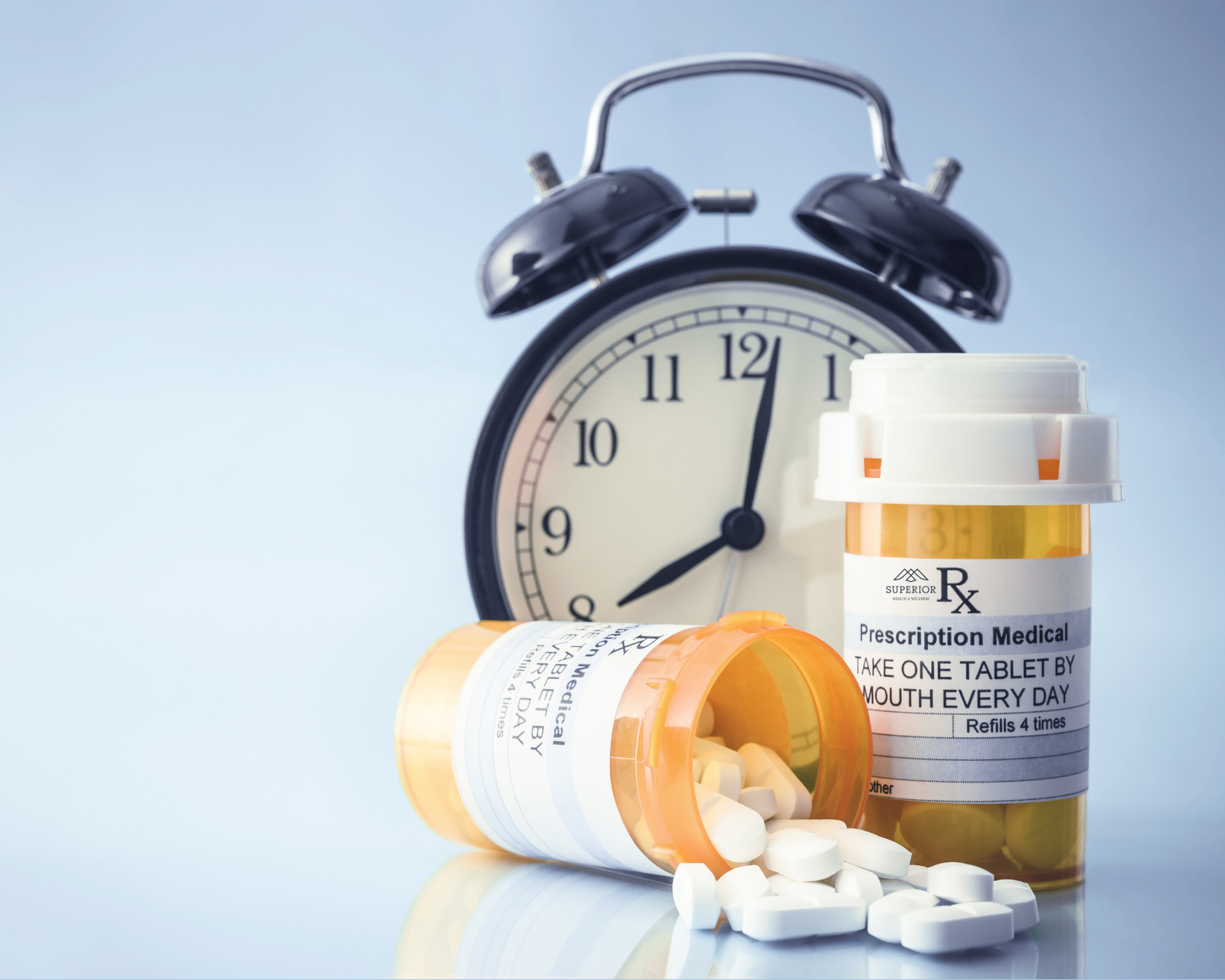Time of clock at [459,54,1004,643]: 8:02
